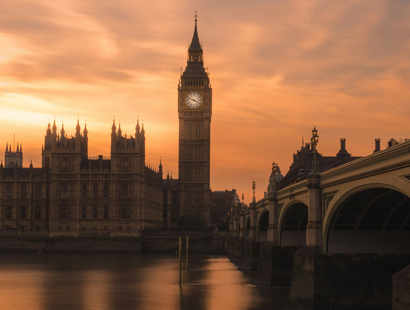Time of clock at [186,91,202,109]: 3:48
